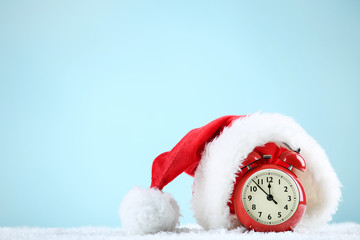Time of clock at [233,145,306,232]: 11:52
